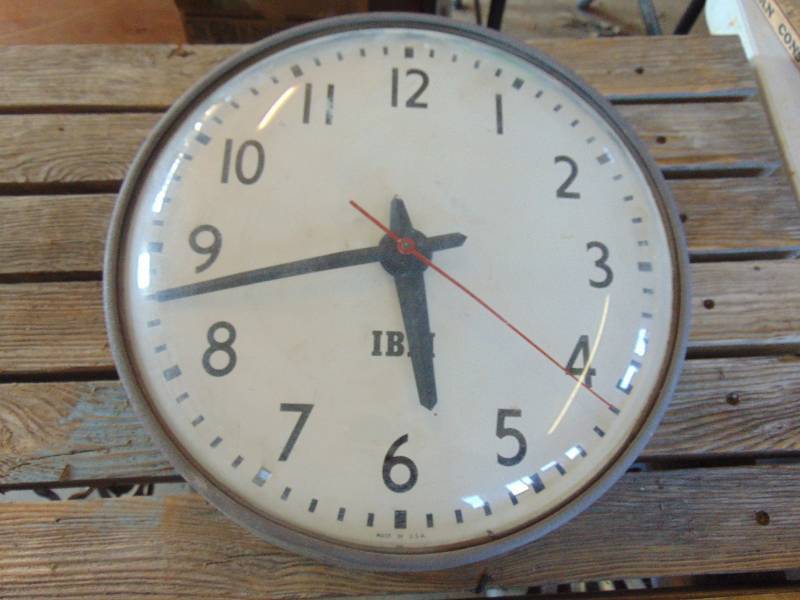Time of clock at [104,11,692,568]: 5:42
